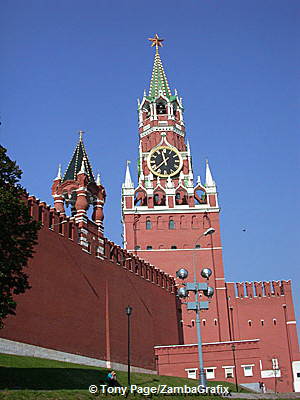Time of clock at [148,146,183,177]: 11:37
